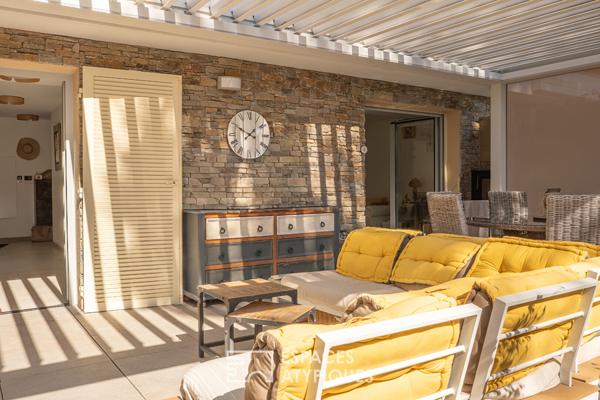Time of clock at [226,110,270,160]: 1:49
